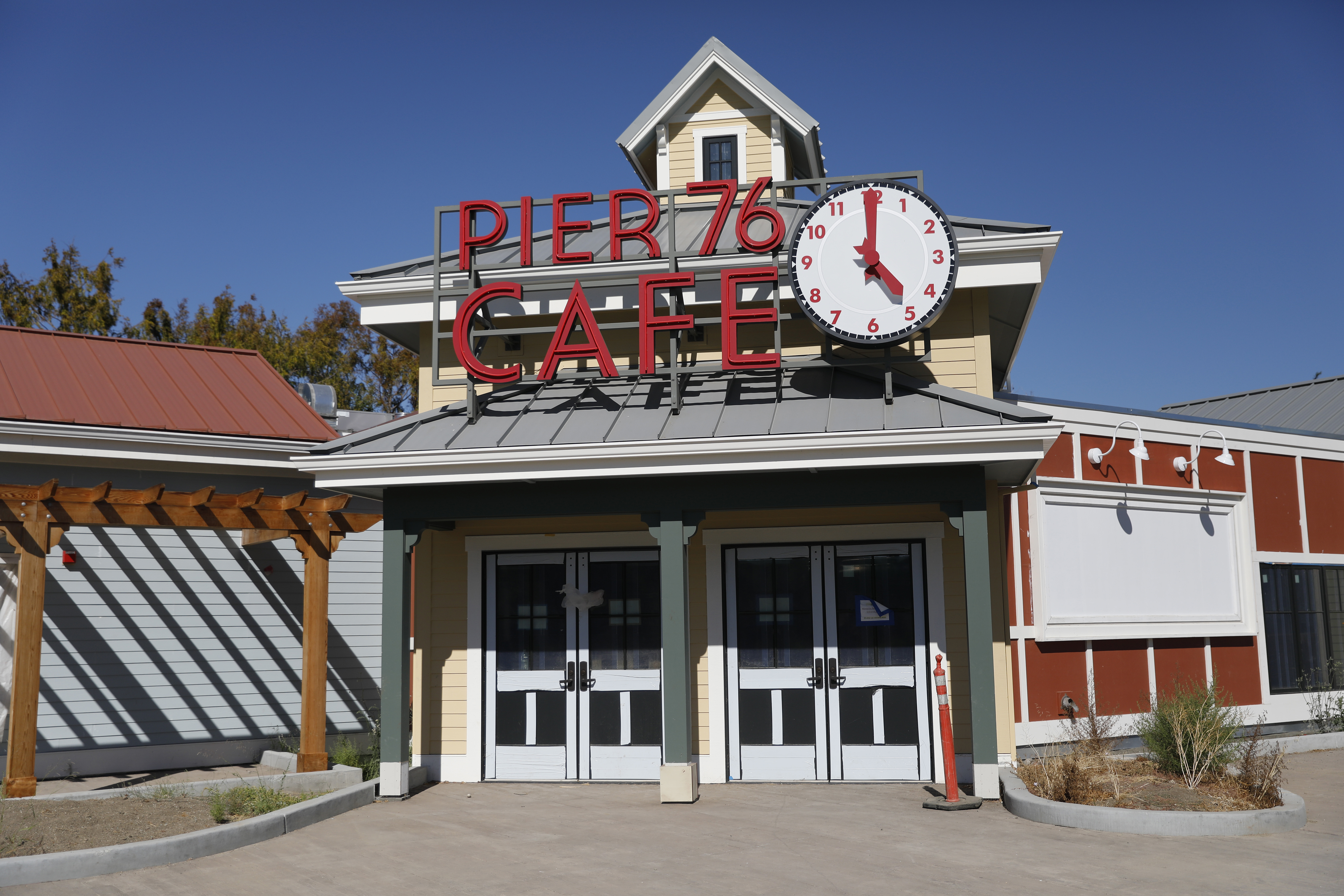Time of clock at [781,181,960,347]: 5:00
